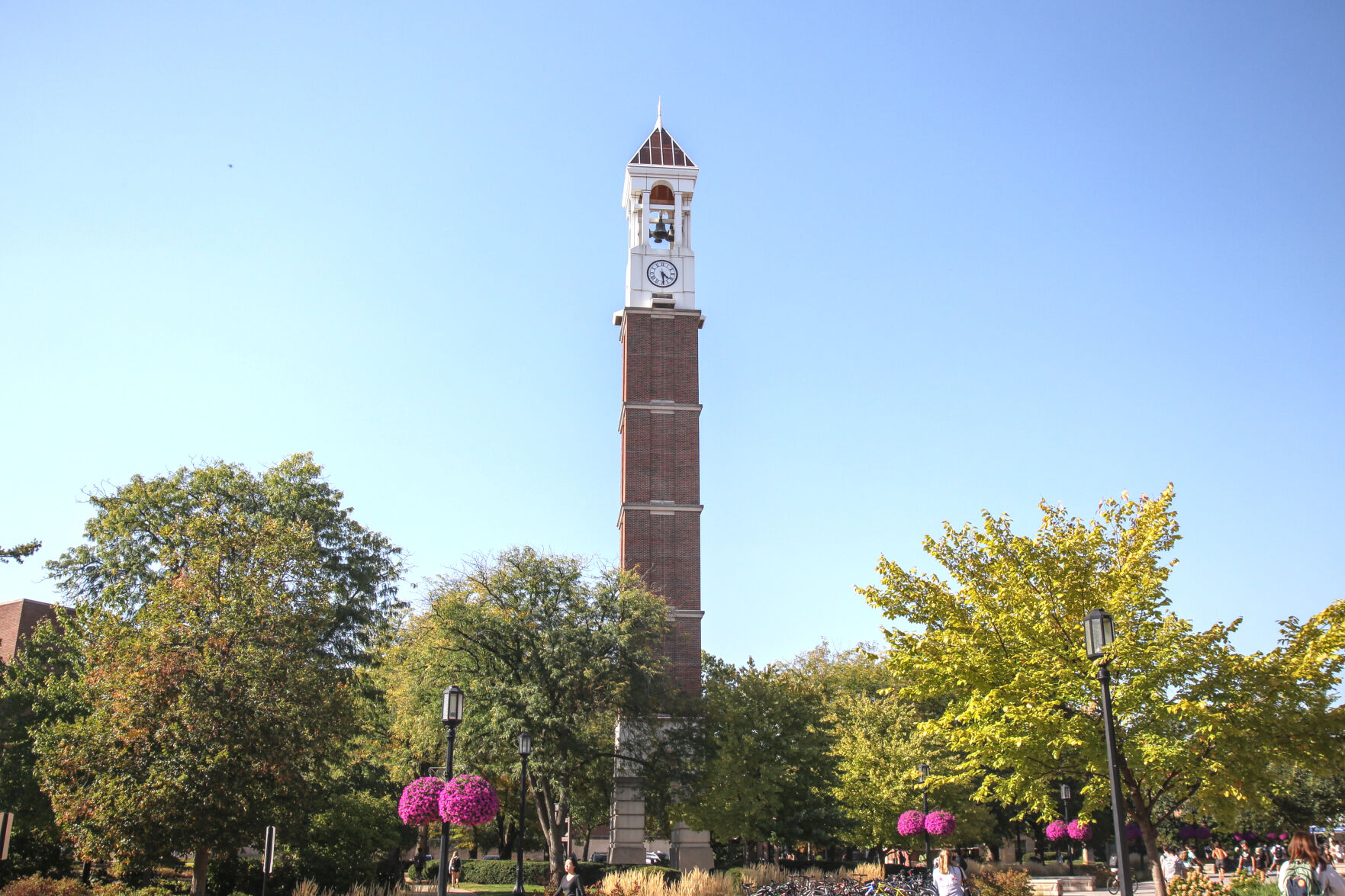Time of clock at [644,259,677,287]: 4:29
